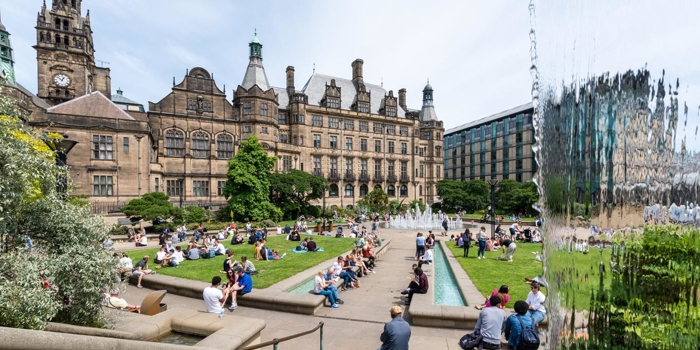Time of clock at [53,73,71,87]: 12:52
